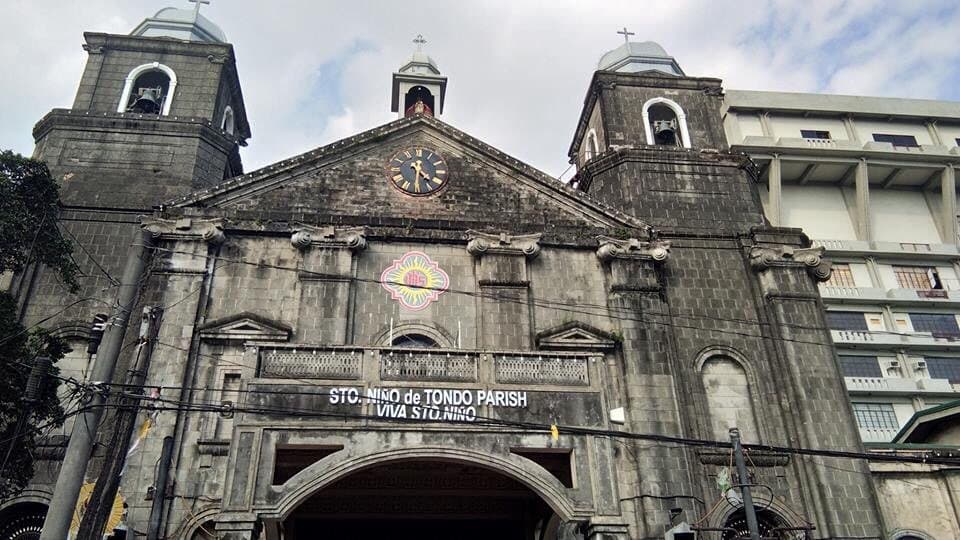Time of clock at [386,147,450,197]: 4:30
